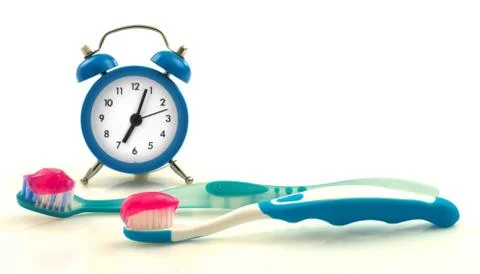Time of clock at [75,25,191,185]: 7:03
